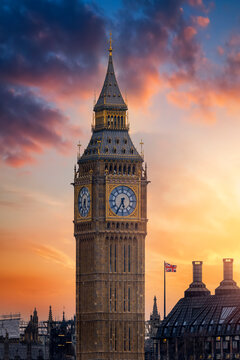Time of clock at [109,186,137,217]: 5:34
